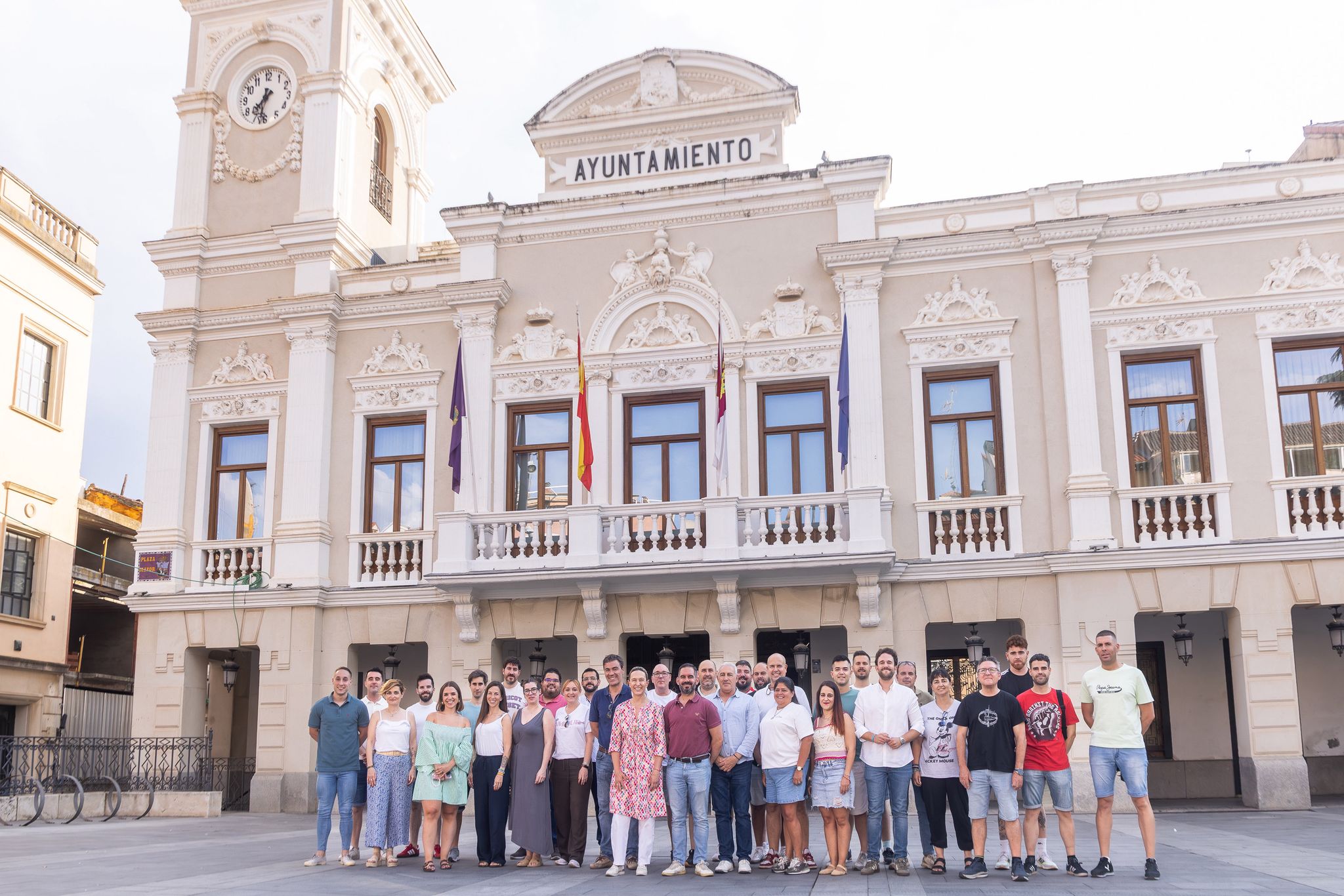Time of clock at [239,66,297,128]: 7:32
